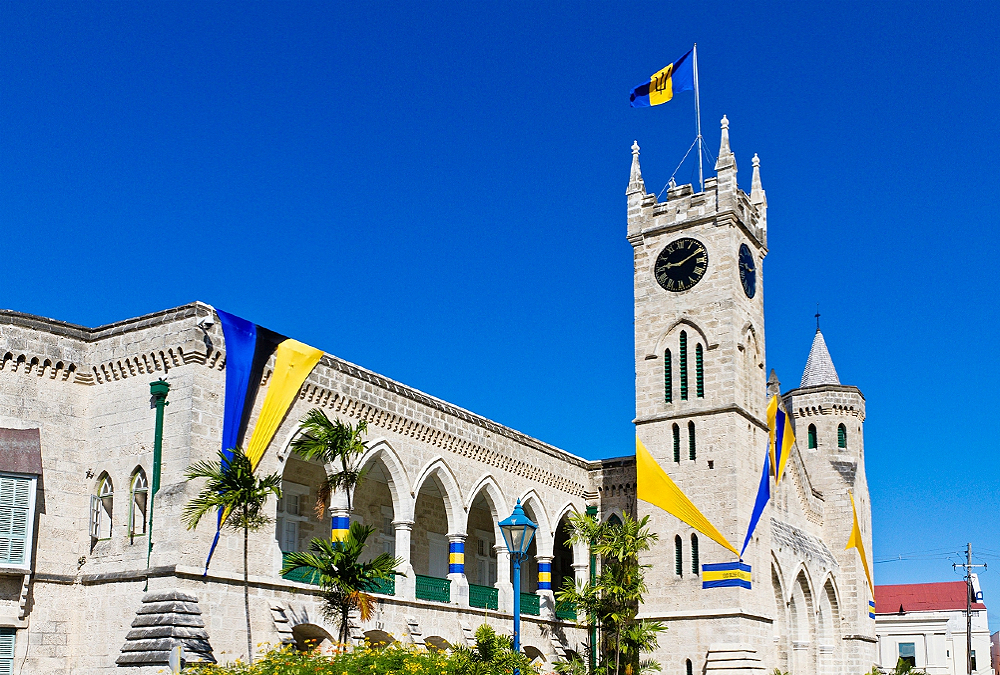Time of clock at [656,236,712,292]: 9:10
